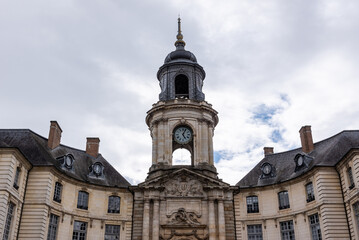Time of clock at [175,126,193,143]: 5:03
